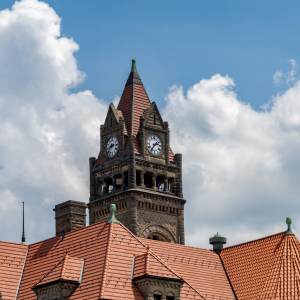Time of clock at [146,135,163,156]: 2:36
